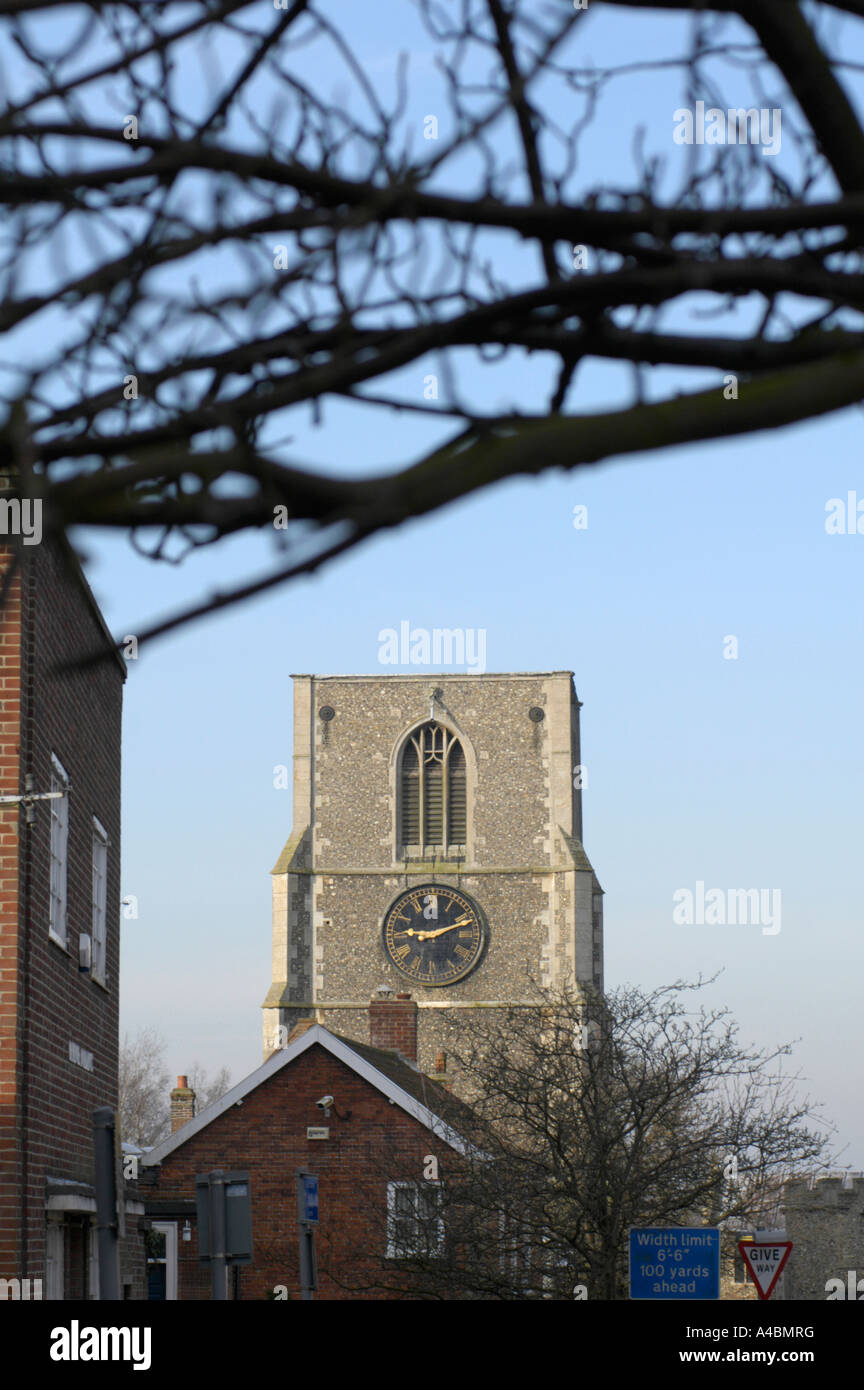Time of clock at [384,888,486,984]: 9:11
